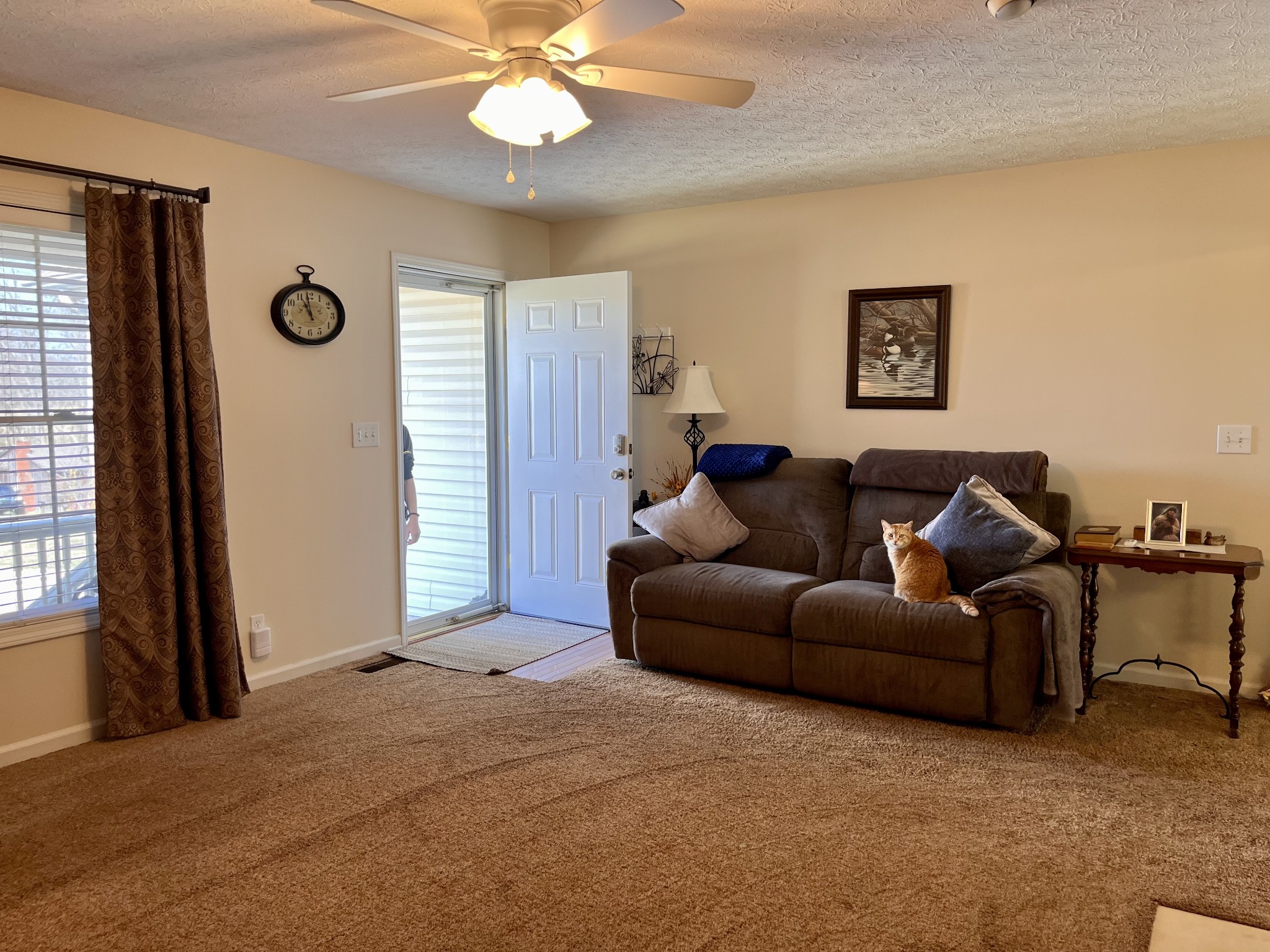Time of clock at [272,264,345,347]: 10:59
